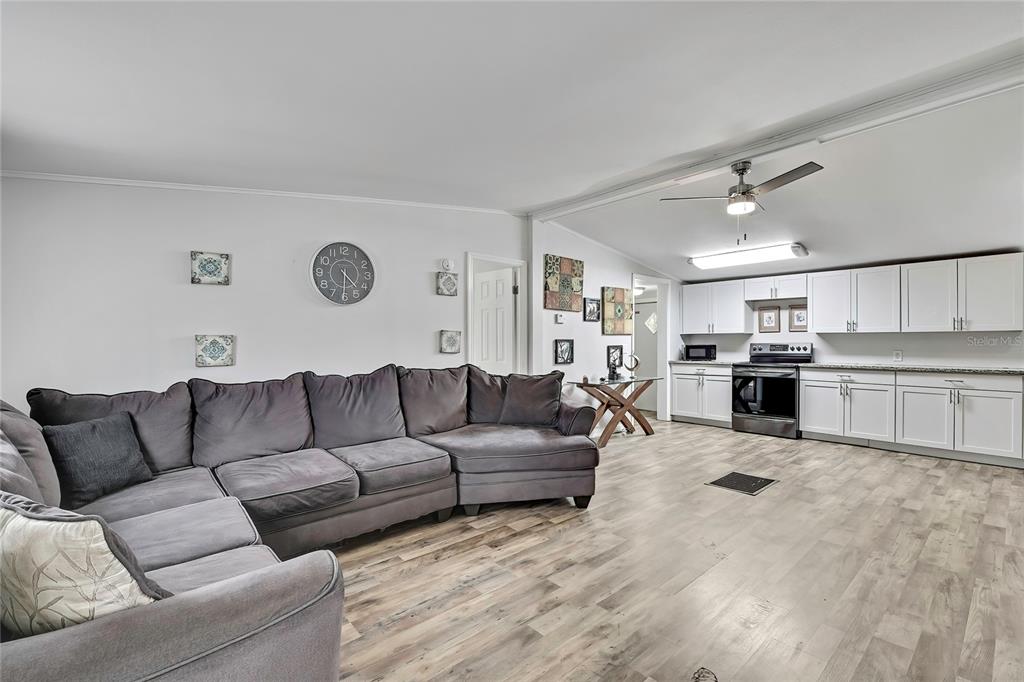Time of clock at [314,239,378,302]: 4:30
